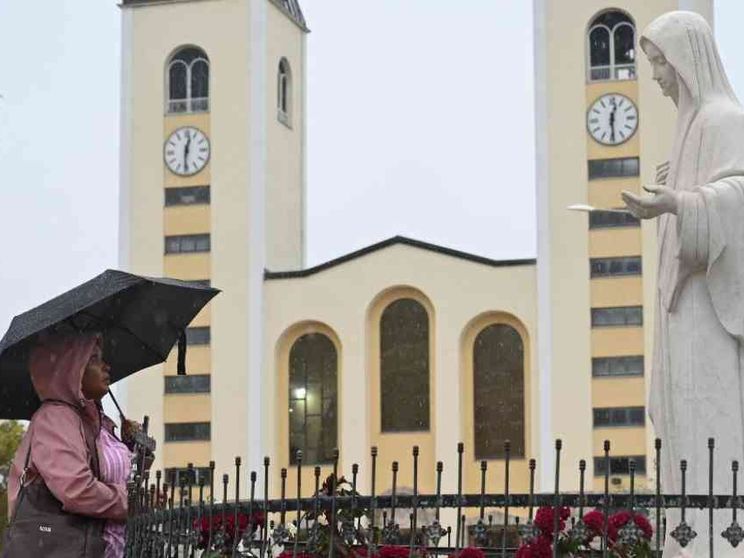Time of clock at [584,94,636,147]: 12:29
